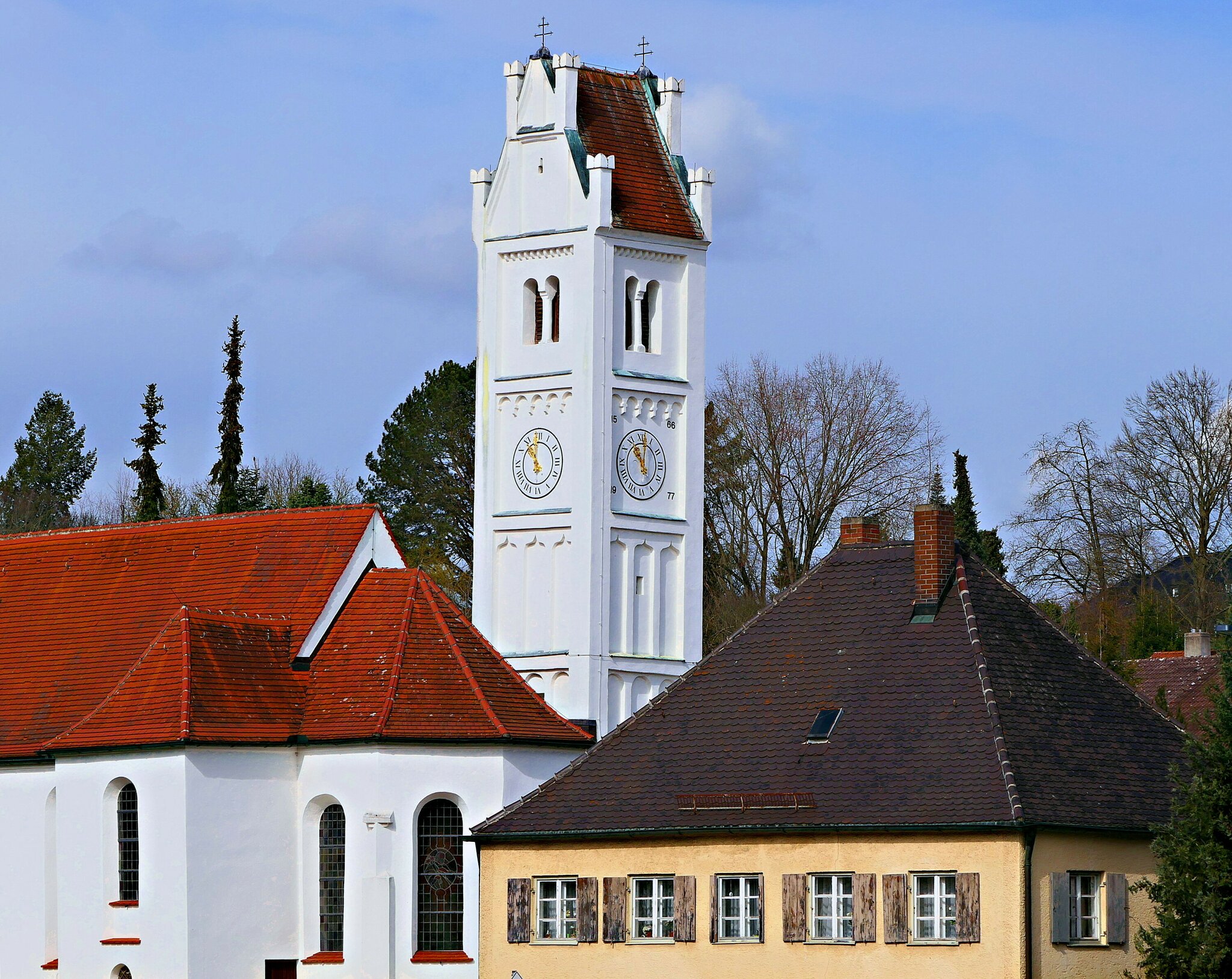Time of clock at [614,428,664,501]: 11:02
